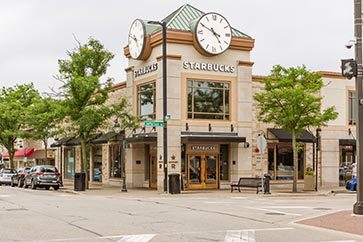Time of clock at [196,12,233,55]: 4:49
